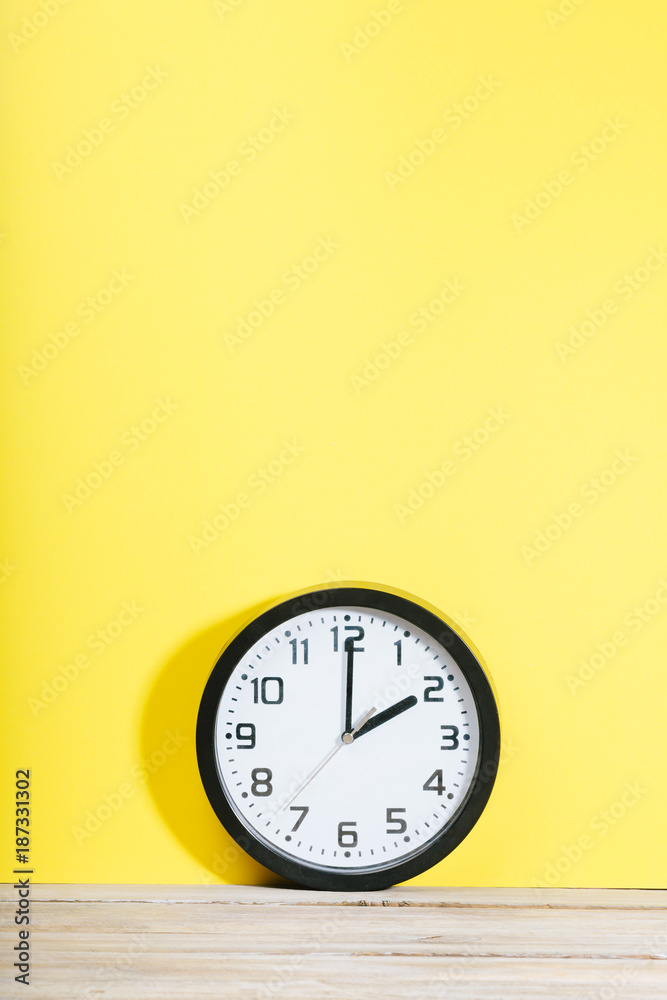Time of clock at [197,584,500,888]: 2:00
